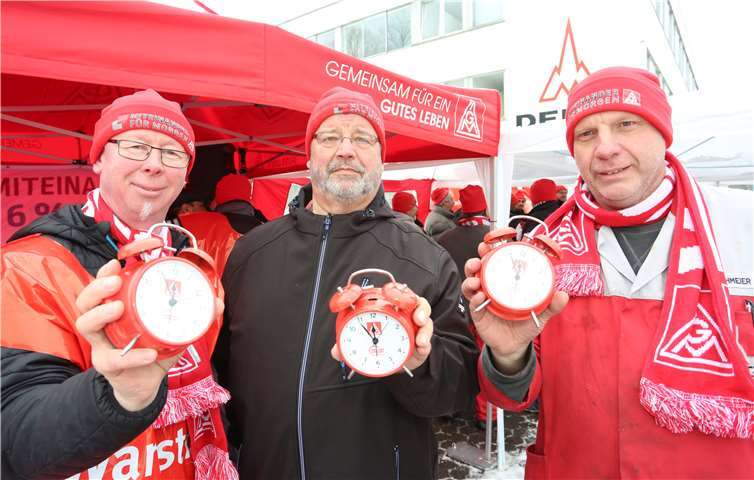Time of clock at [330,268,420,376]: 11:53
